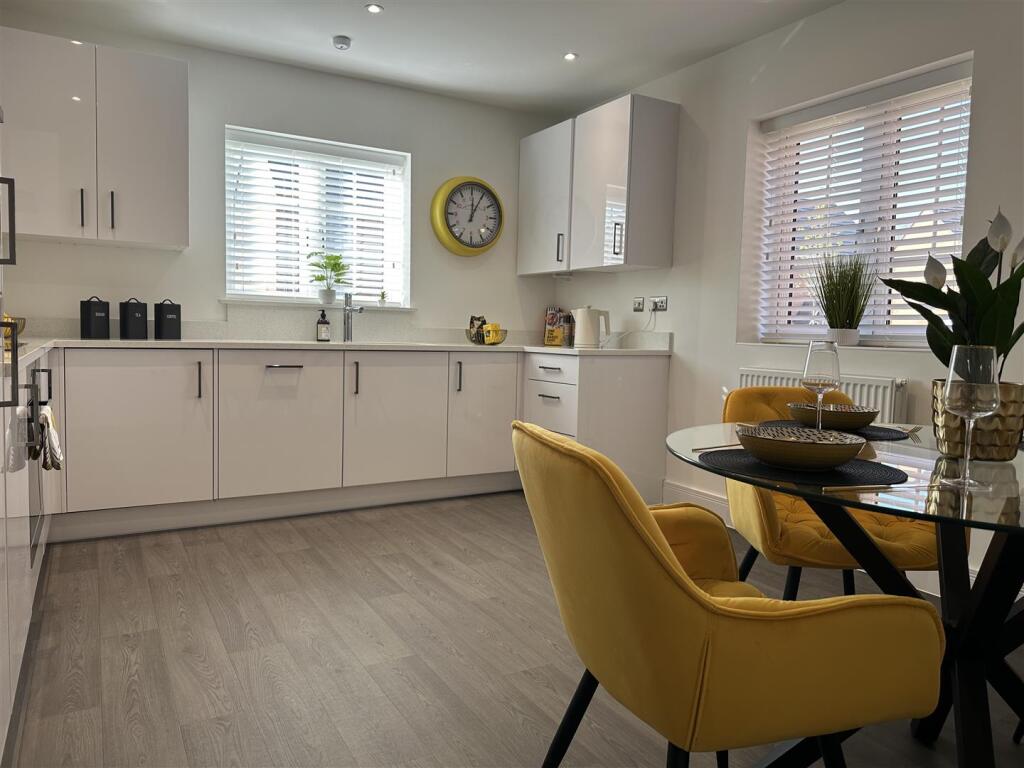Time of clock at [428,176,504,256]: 12:05
